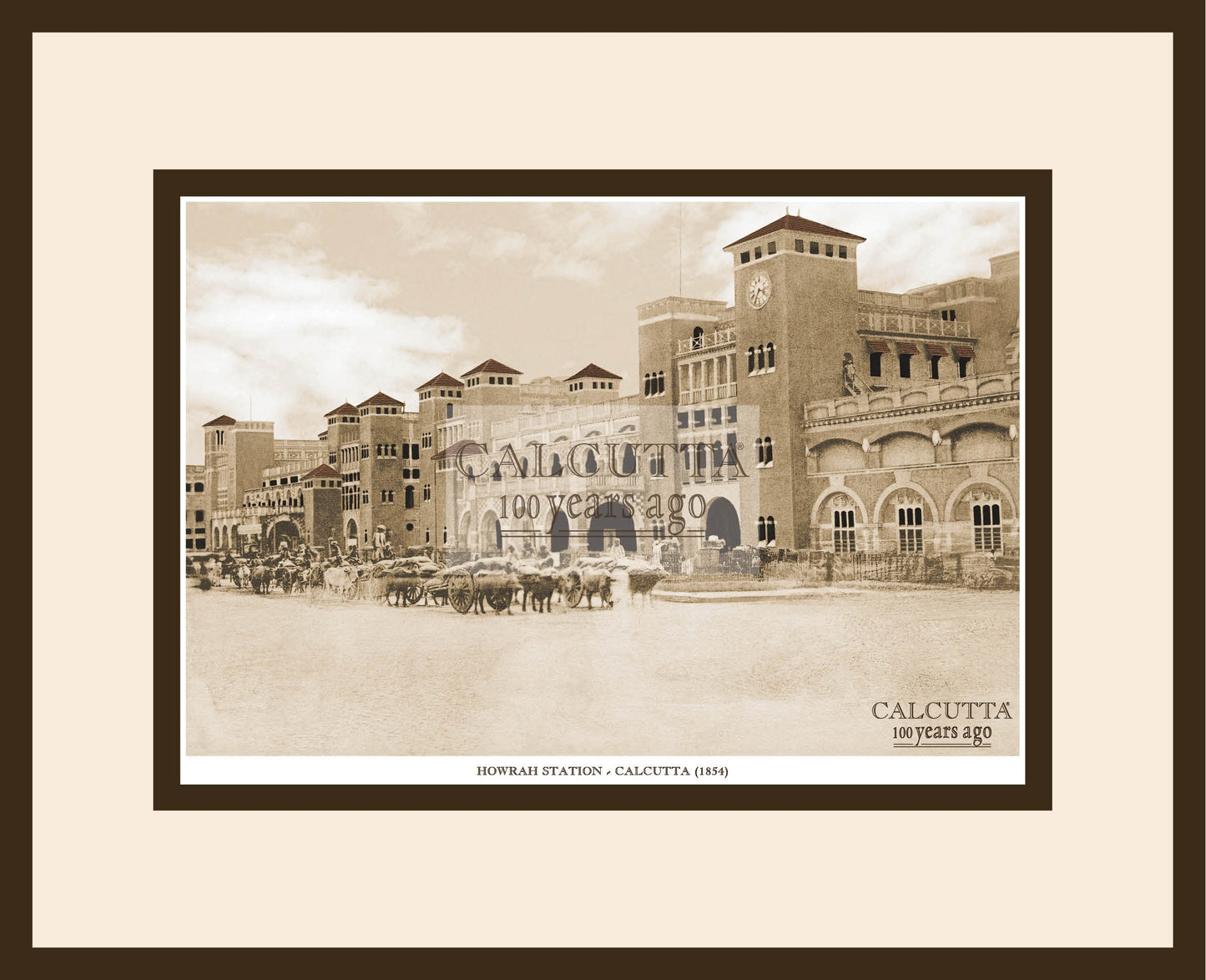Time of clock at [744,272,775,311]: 3:34
